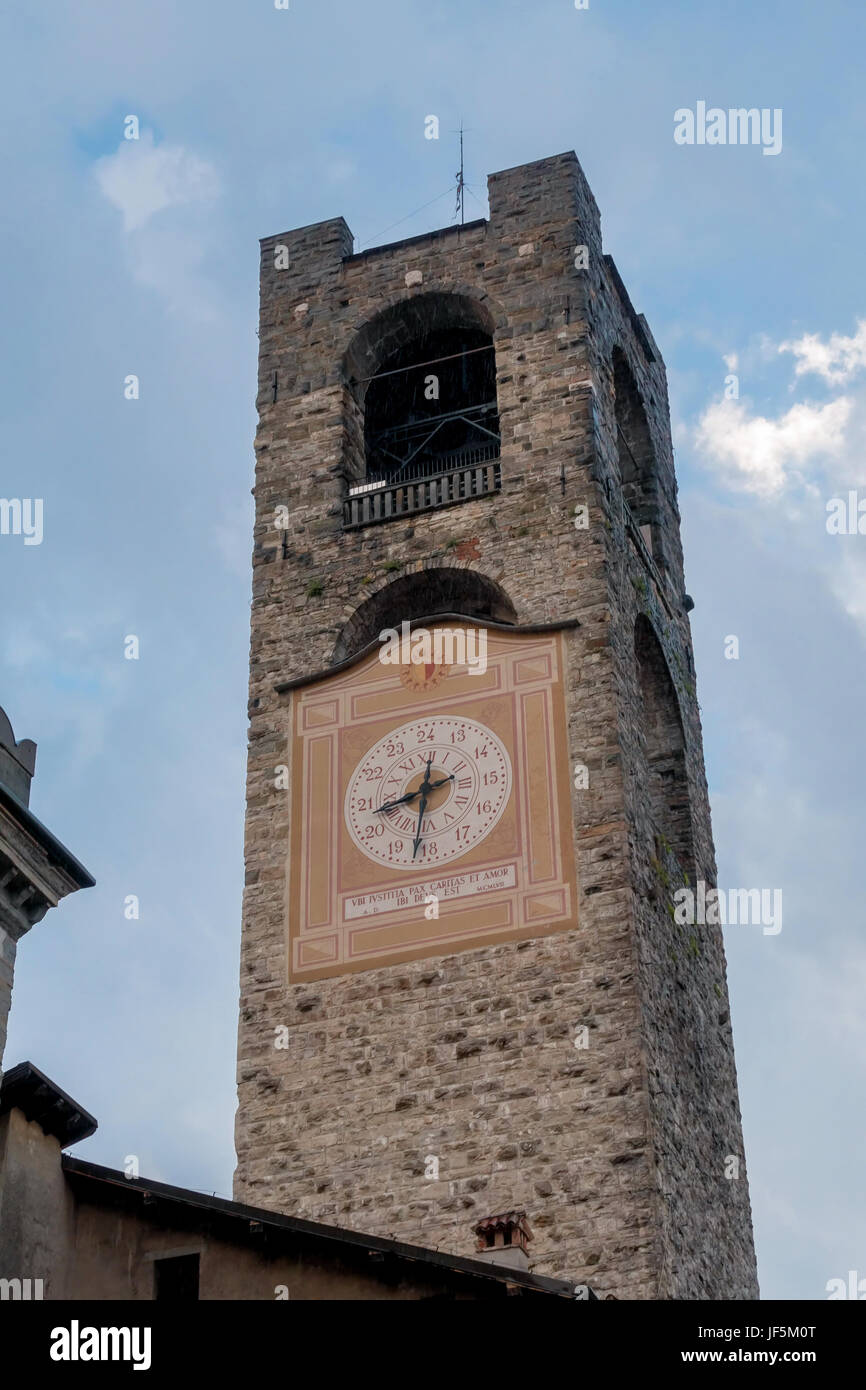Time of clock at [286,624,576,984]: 8:32
